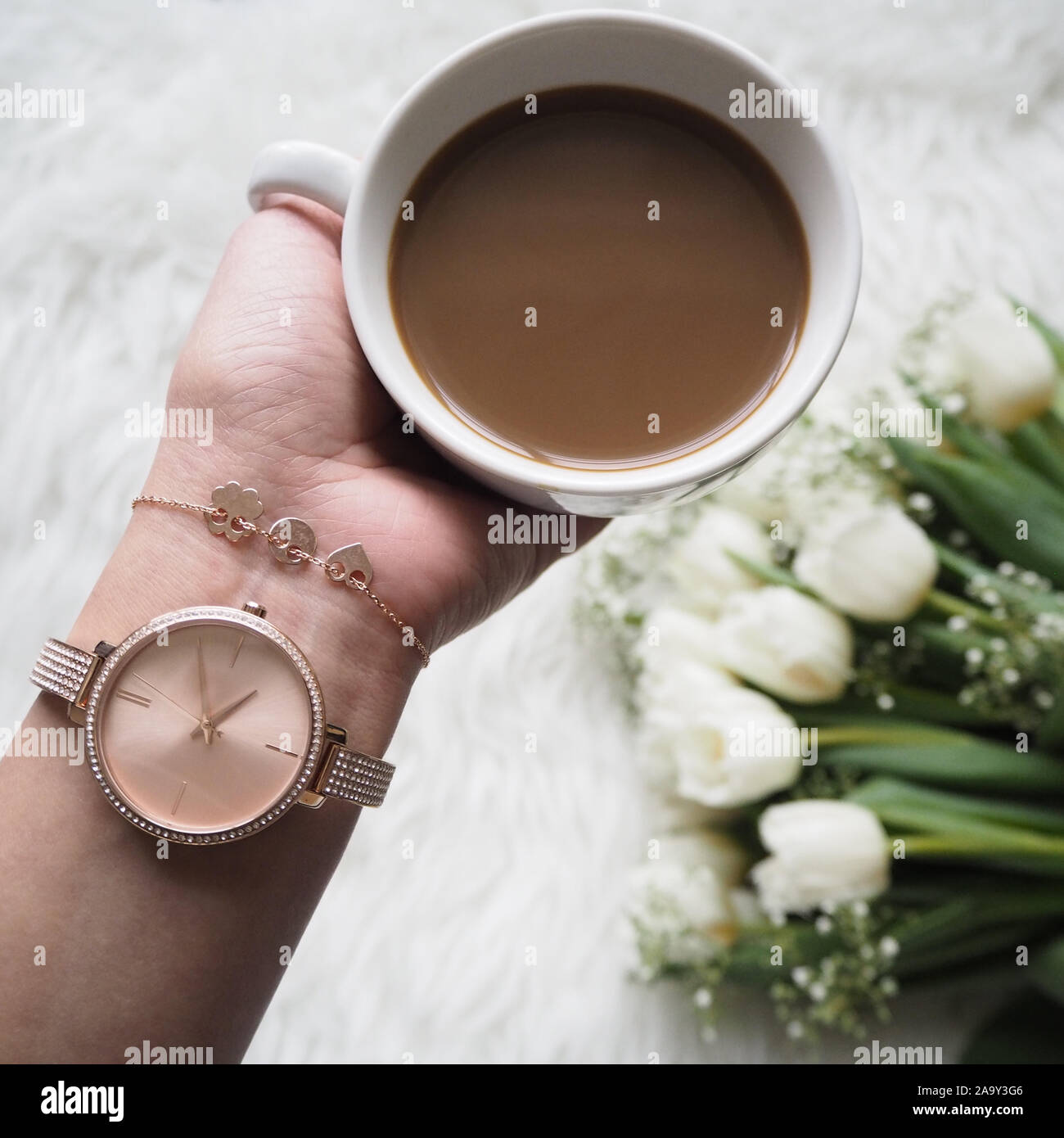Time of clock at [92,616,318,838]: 1:59
